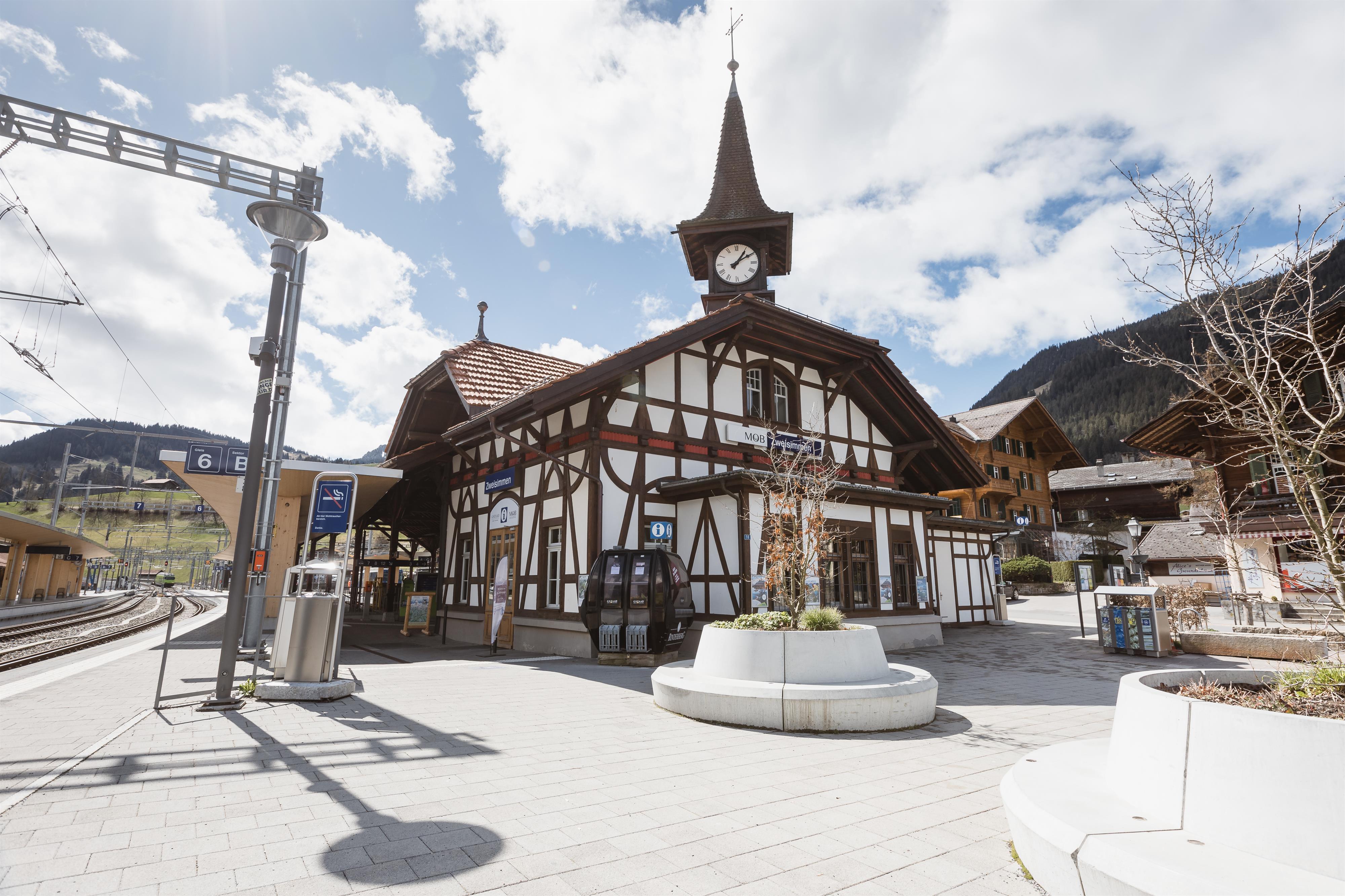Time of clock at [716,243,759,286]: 1:09
